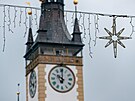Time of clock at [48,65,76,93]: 10:00
